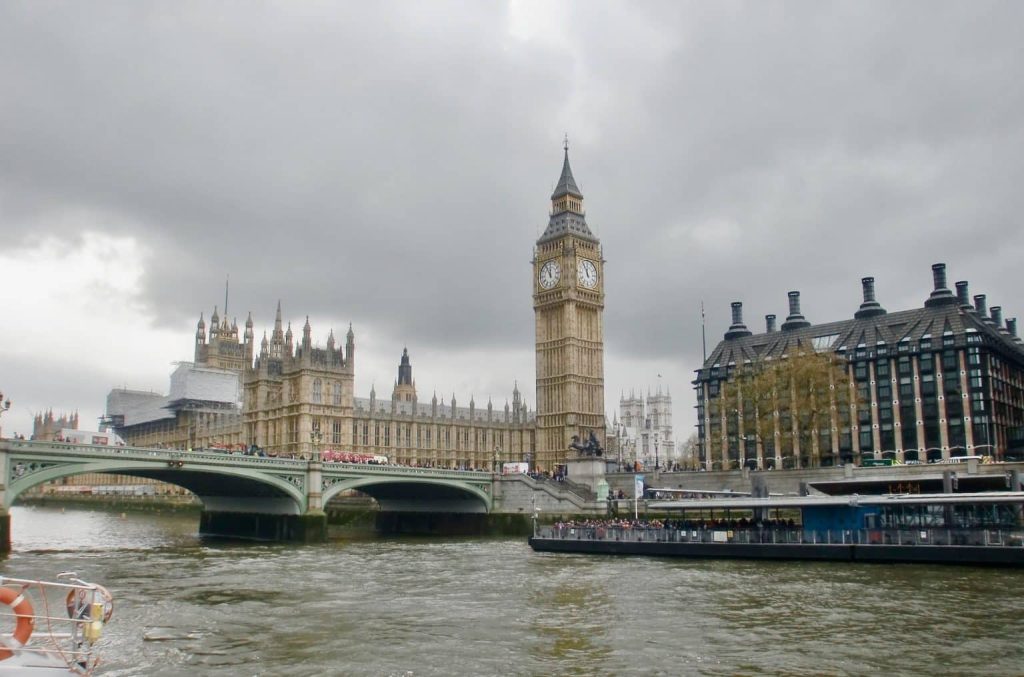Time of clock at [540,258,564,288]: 11:55
